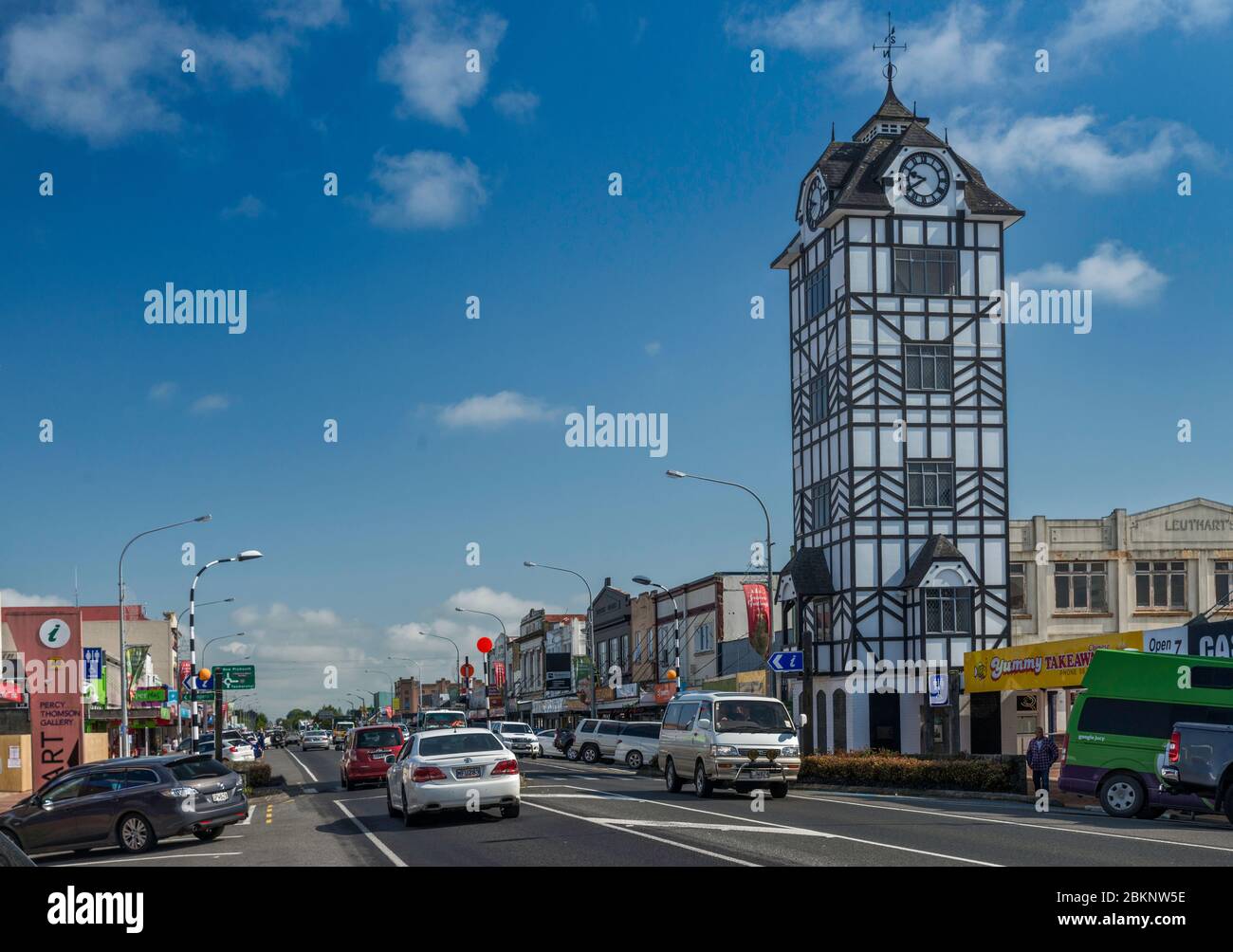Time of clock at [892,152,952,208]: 9:39
